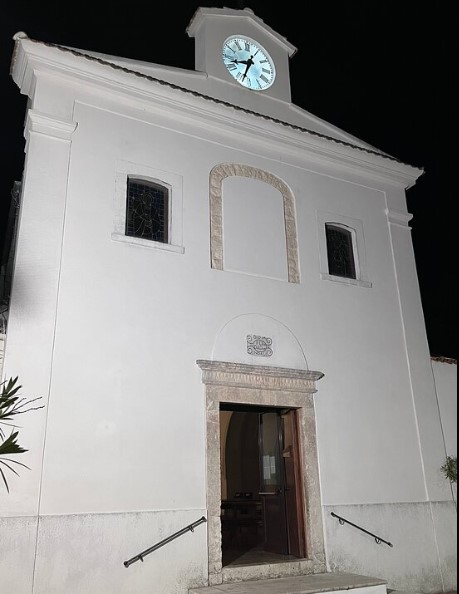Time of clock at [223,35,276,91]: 8:33
